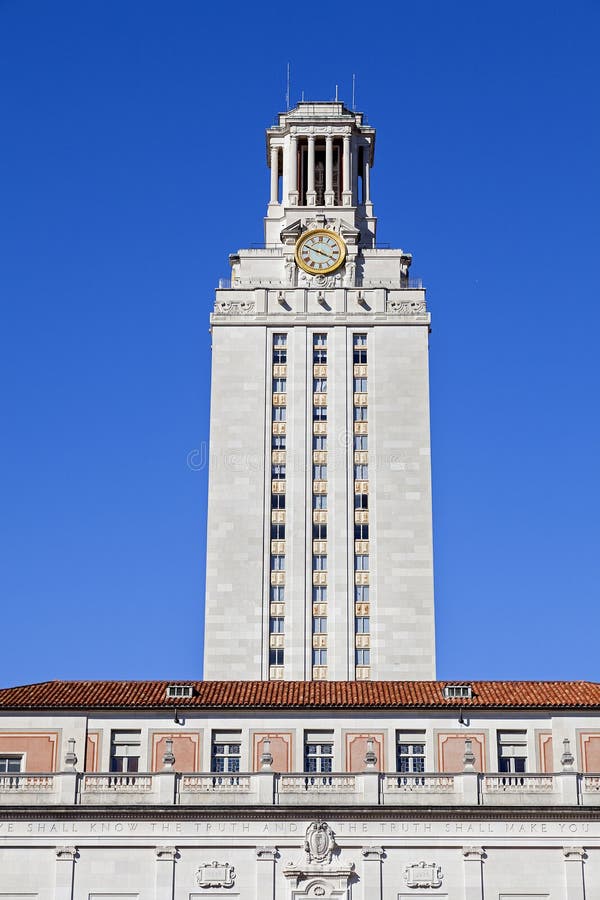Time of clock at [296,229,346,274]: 3:49
